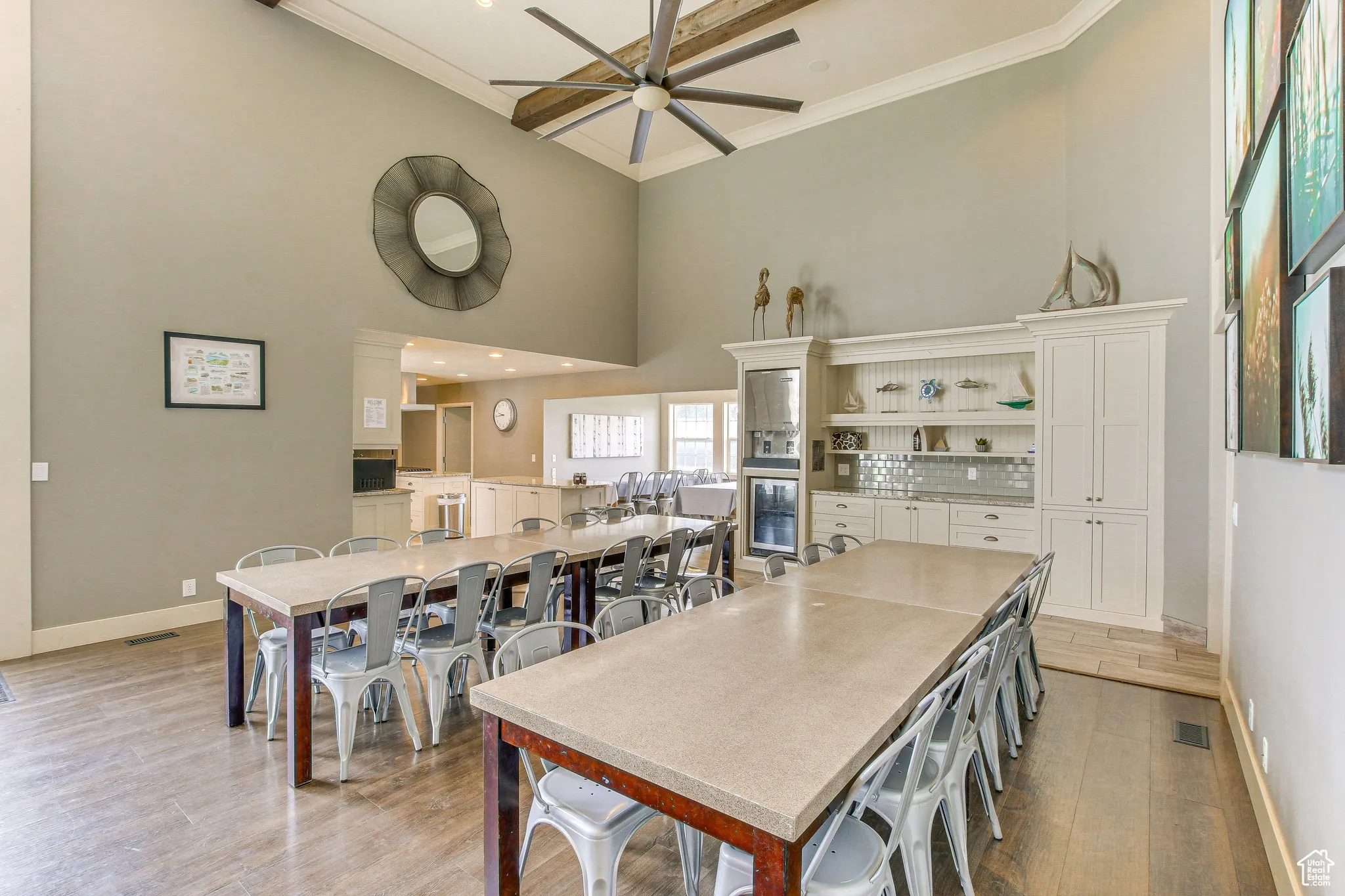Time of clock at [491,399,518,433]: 9:44
